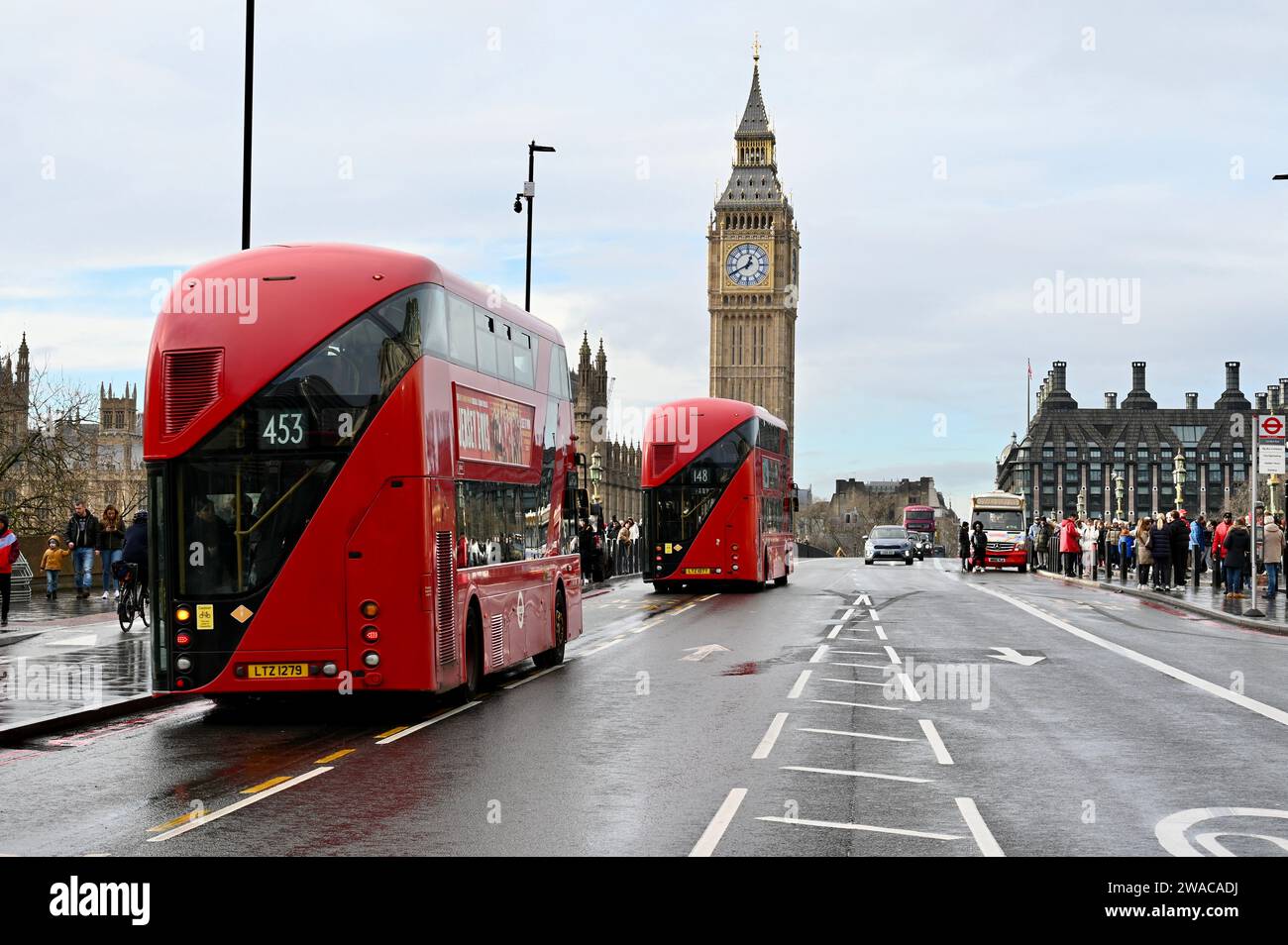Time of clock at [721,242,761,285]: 12:40
